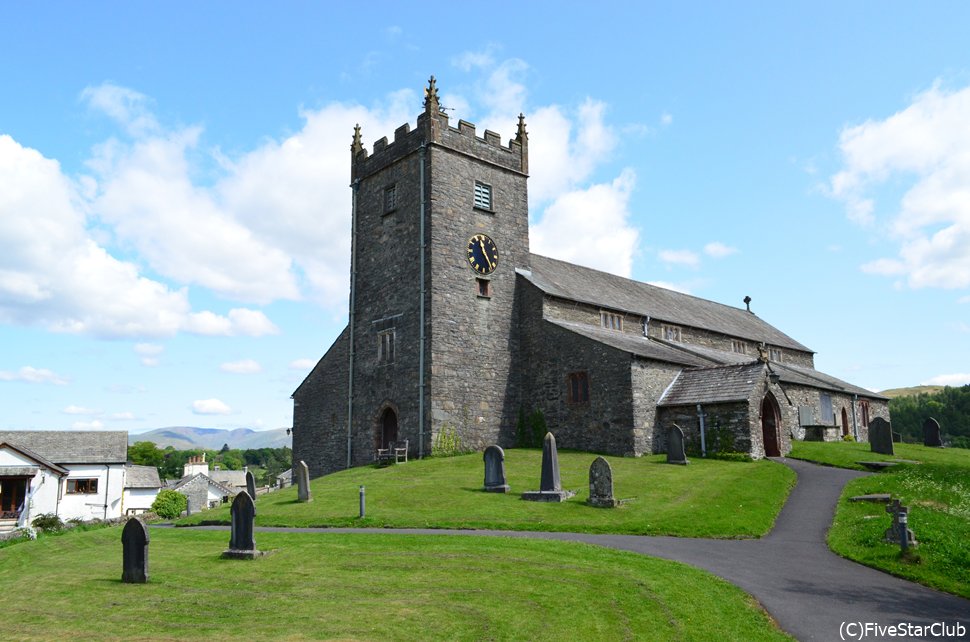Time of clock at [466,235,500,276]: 11:24
